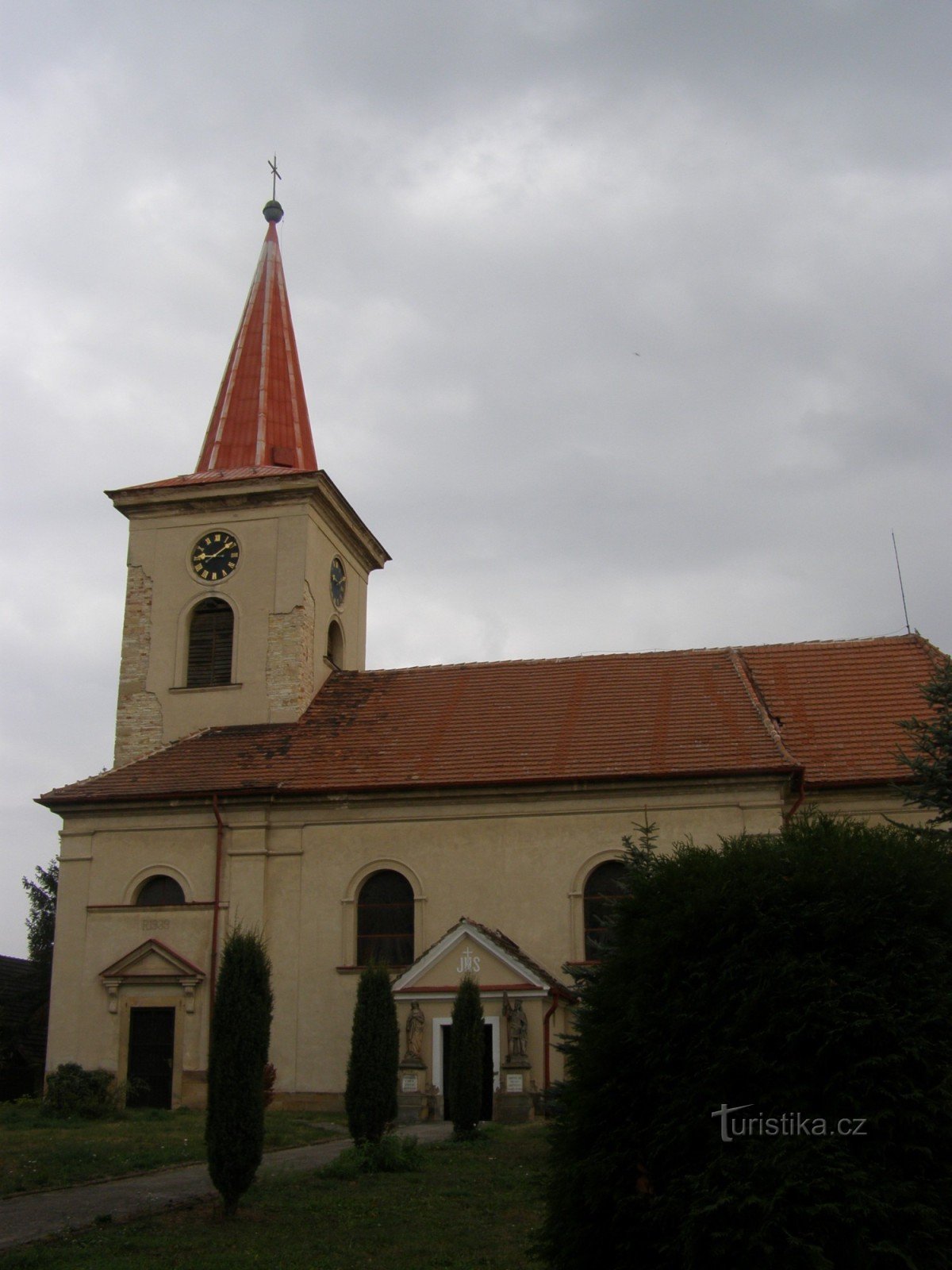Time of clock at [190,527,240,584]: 9:08
